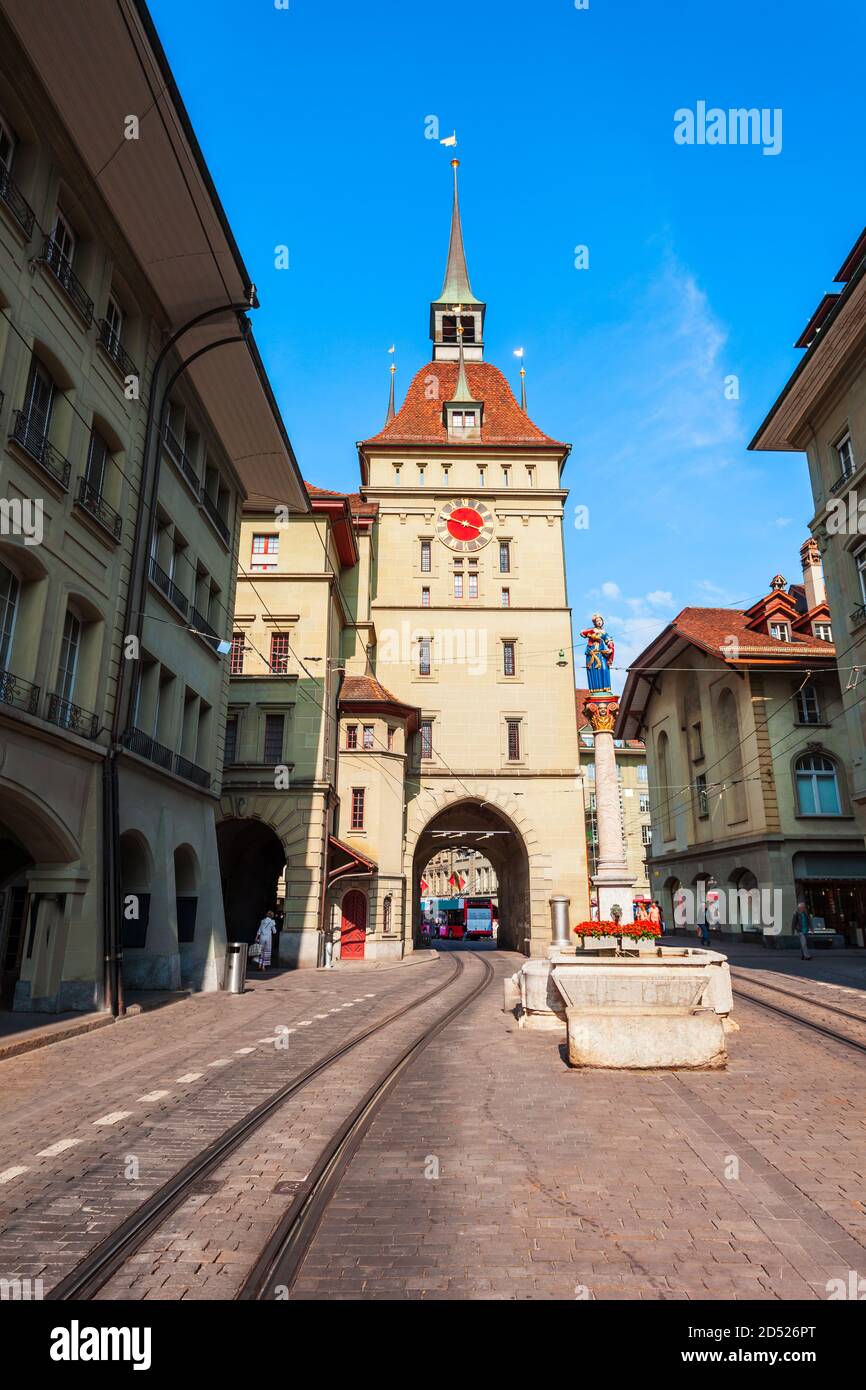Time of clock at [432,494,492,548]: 3:48
